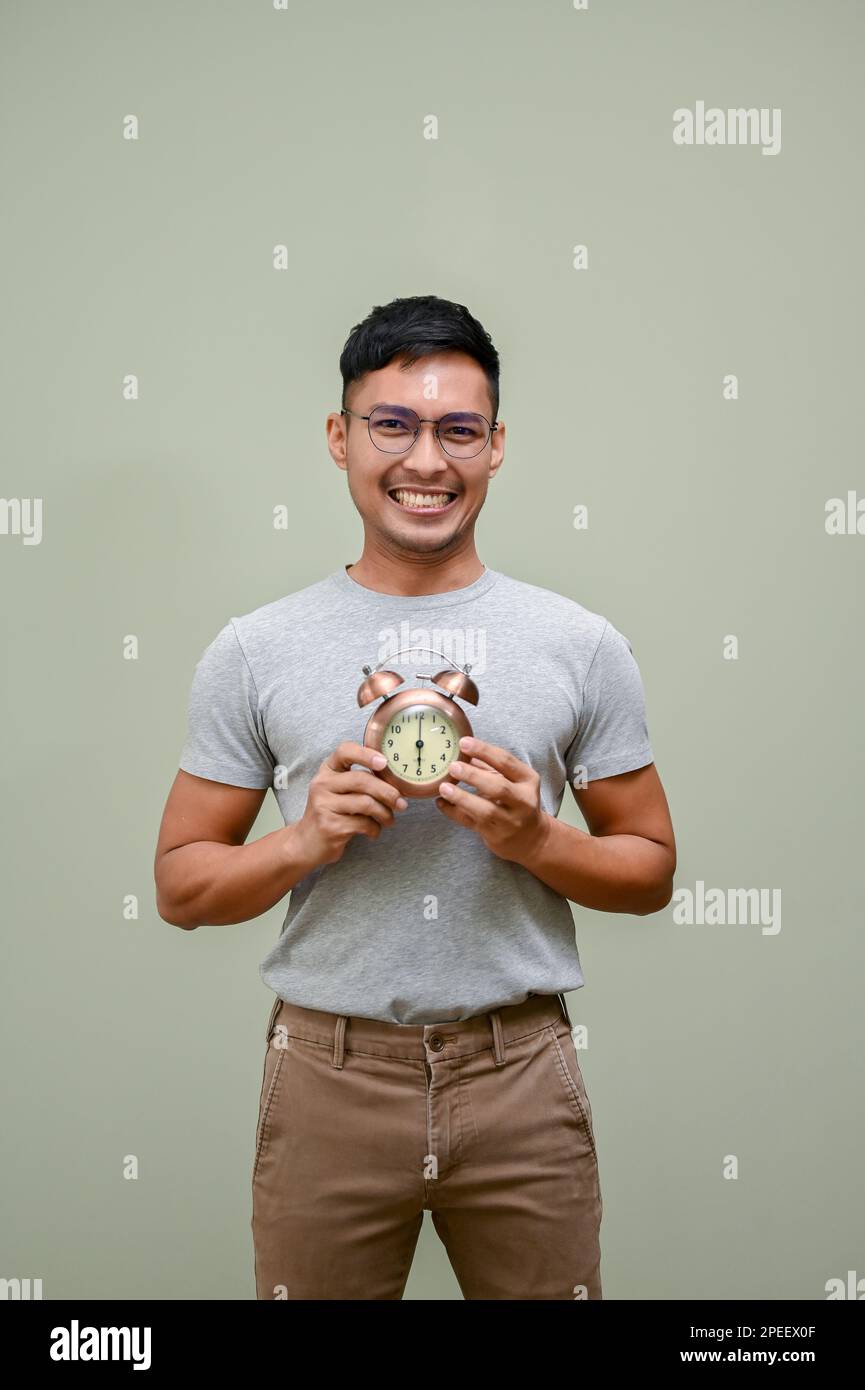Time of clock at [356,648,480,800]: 6:00
